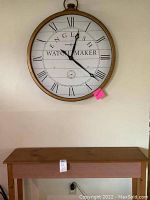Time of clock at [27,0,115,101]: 12:21
